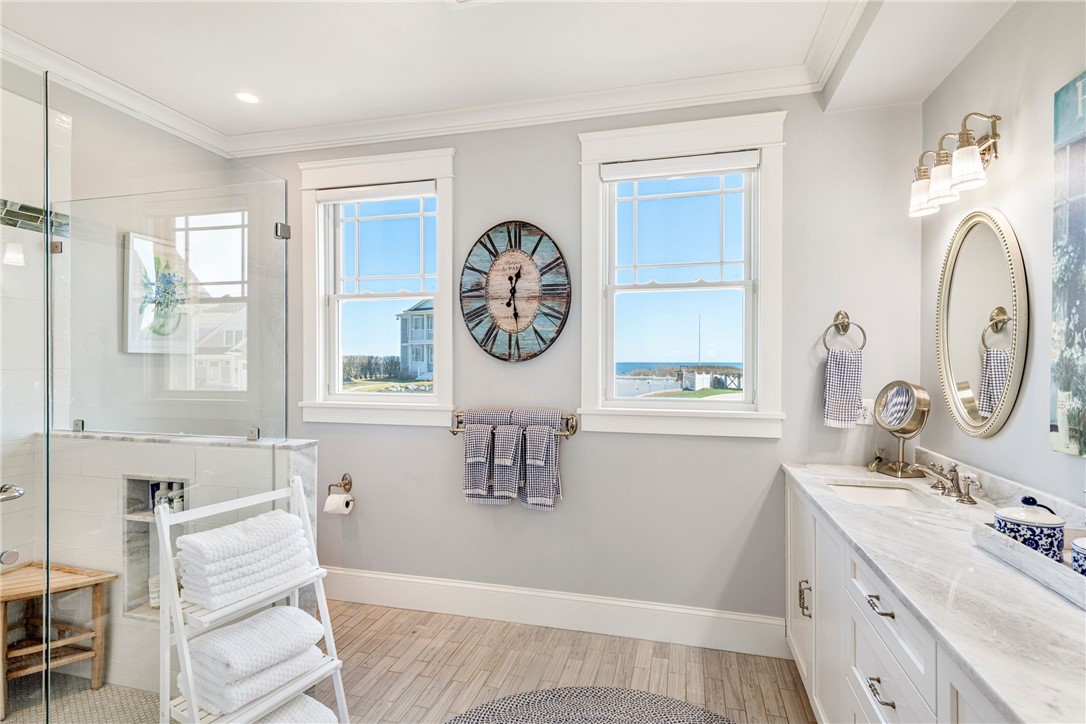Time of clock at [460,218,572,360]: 12:28
